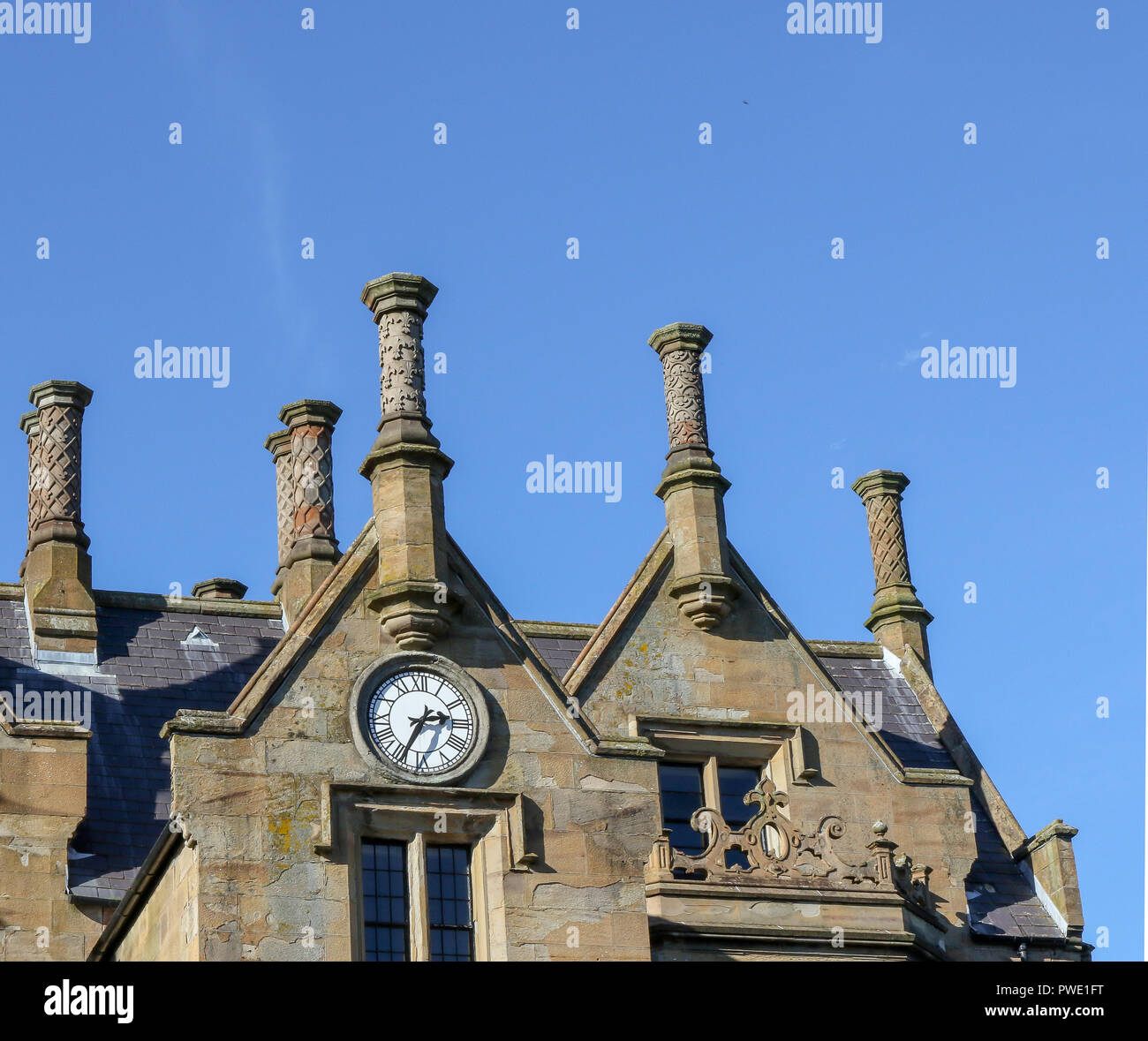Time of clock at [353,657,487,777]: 2:34
